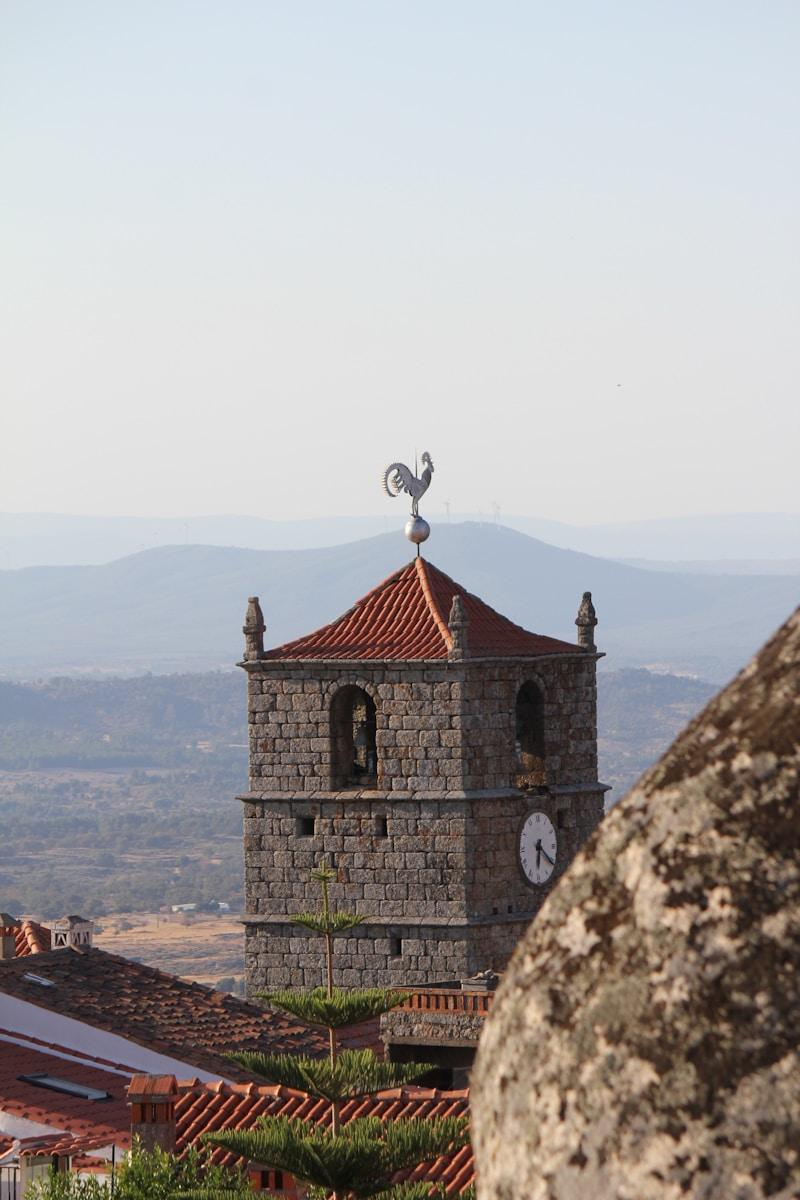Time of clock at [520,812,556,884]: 6:21
